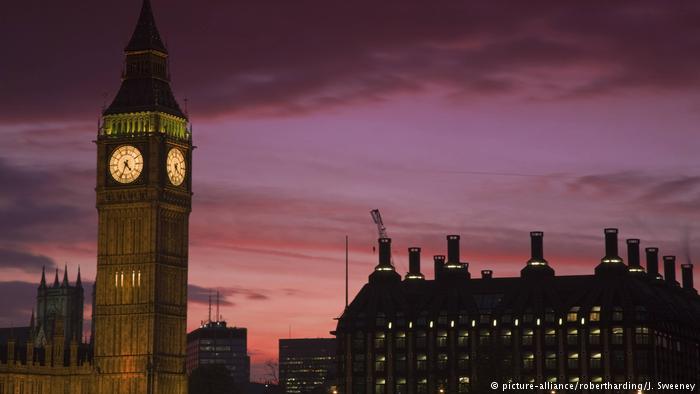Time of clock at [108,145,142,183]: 4:34
